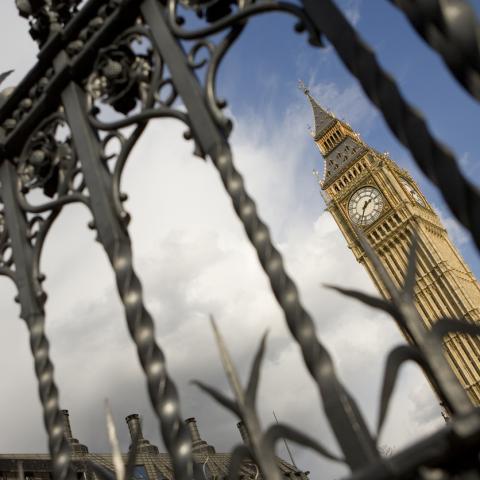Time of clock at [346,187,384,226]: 1:32
